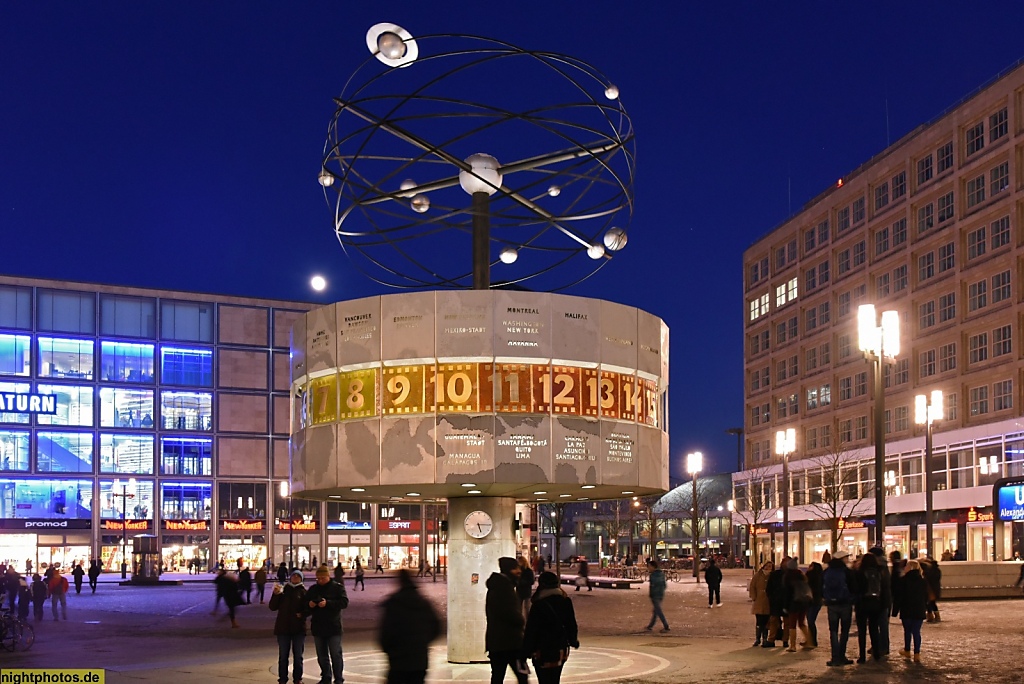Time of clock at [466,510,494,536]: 5:15
